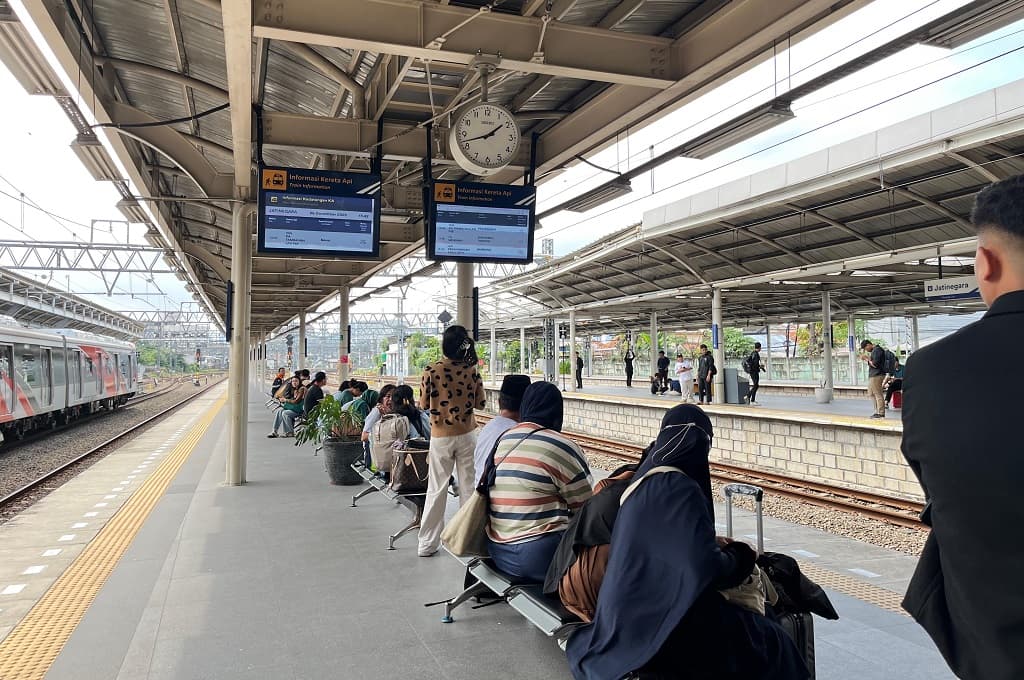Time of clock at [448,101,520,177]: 1:42
